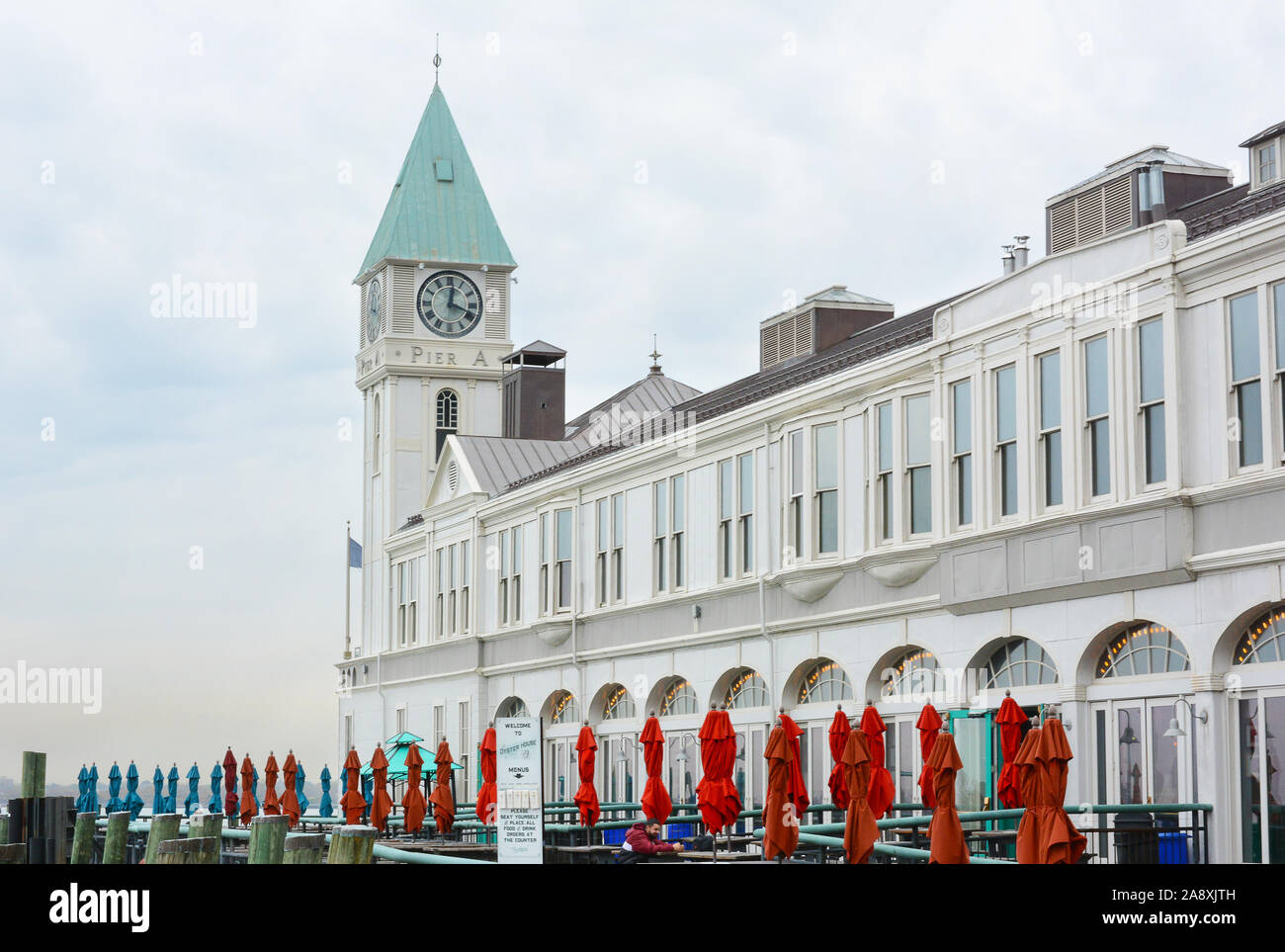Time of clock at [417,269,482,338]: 12:18
